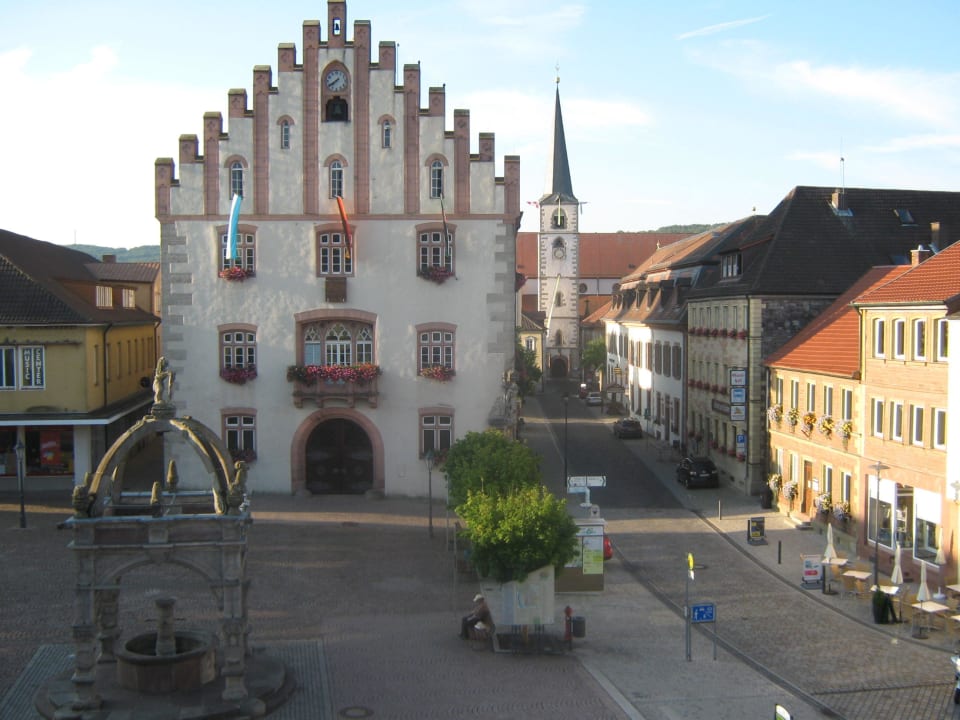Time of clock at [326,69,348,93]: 7:39
